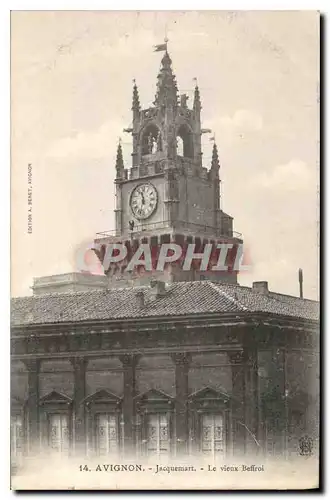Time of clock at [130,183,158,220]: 11:32
